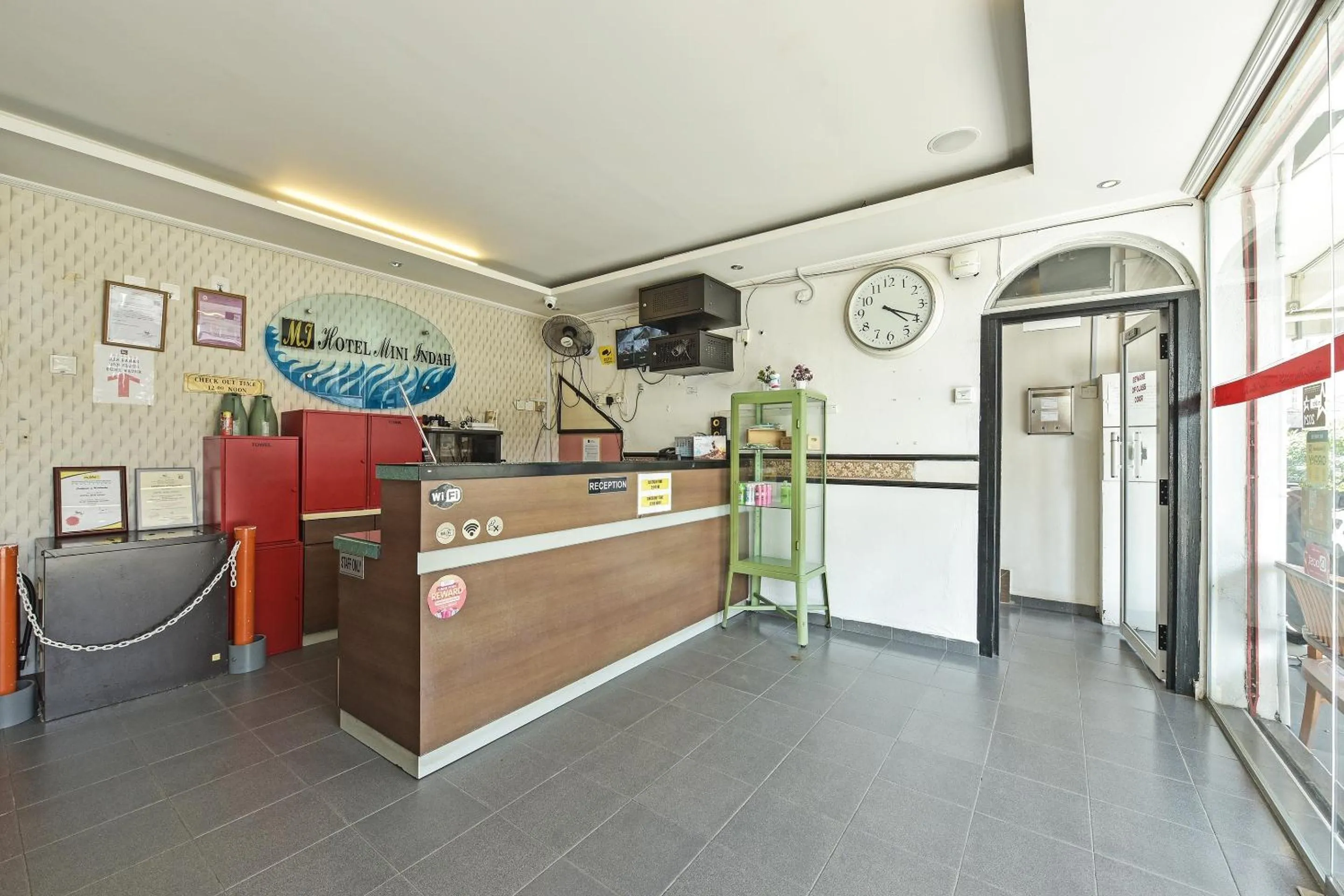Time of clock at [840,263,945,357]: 4:18
